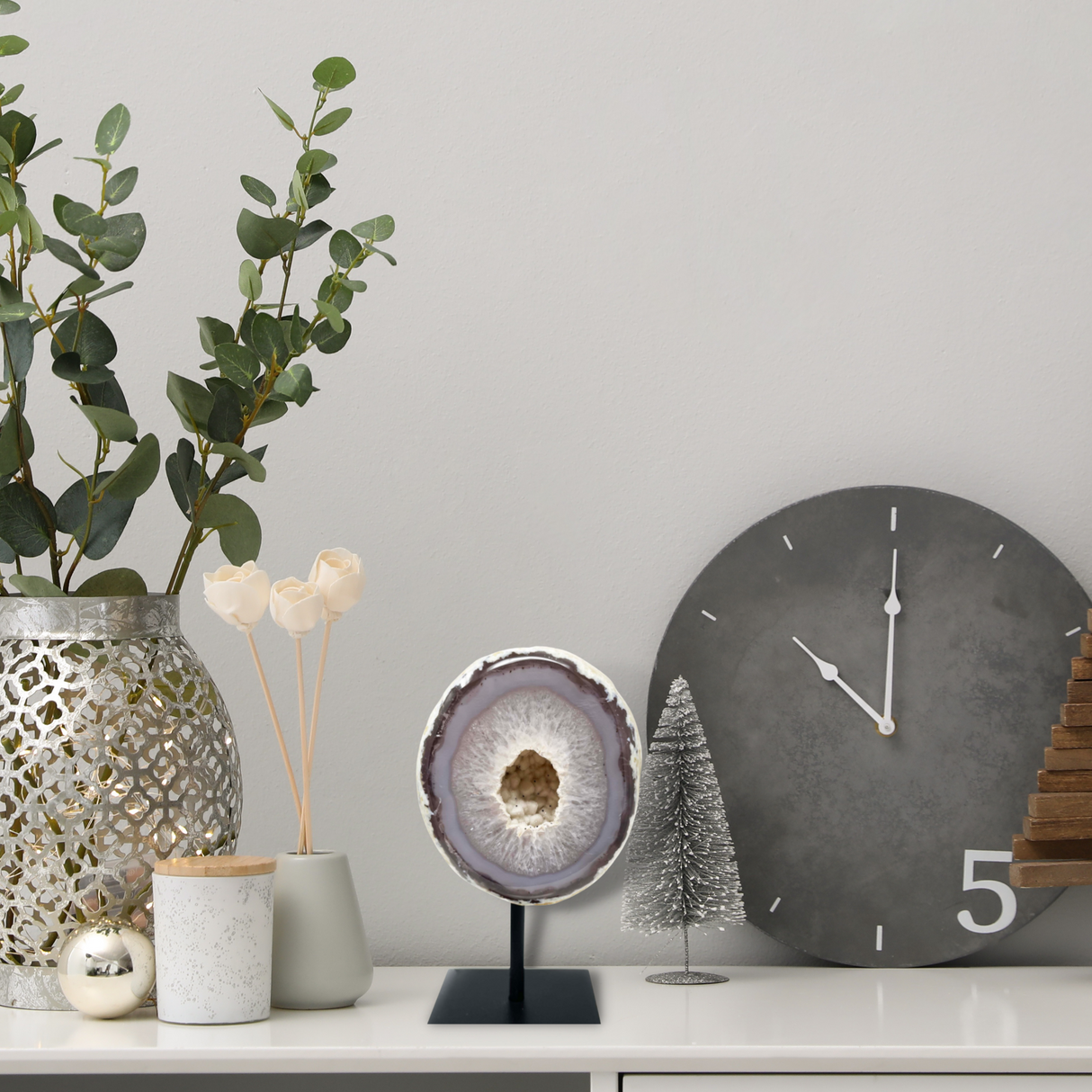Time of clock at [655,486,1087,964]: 10:00
